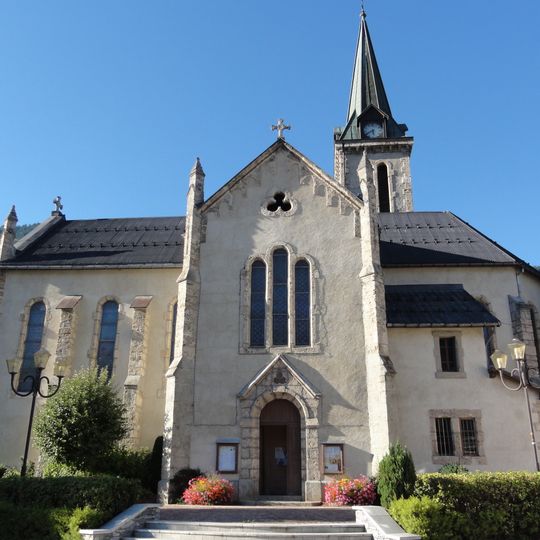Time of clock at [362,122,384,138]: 5:40
